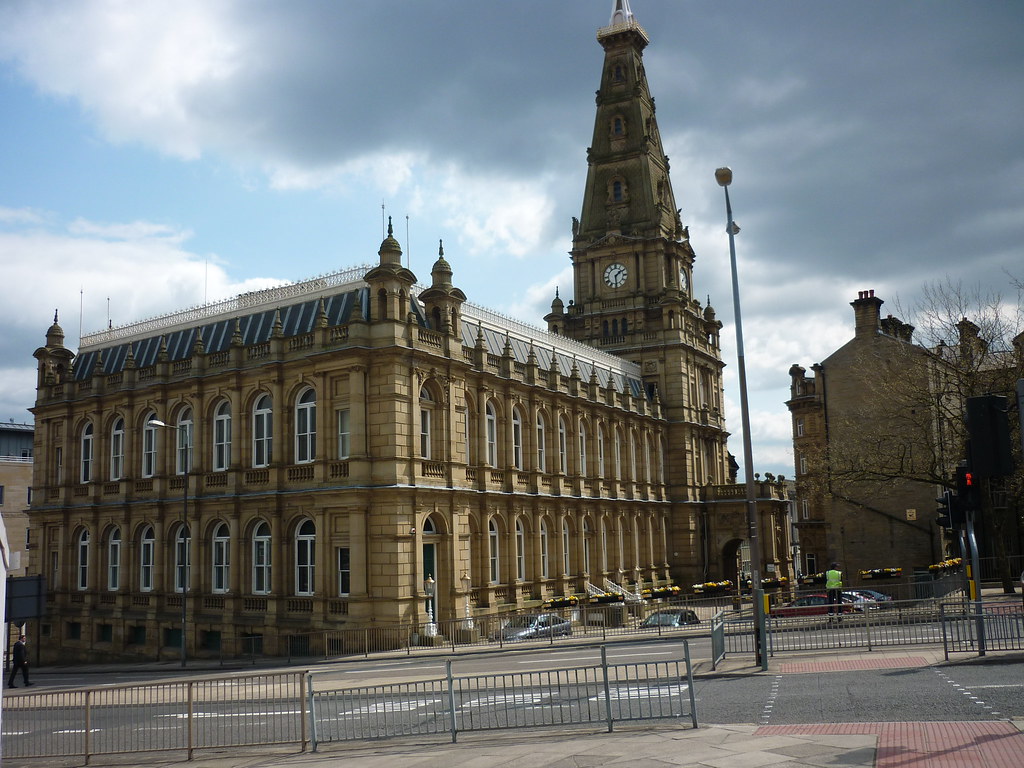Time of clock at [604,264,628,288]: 1:29
